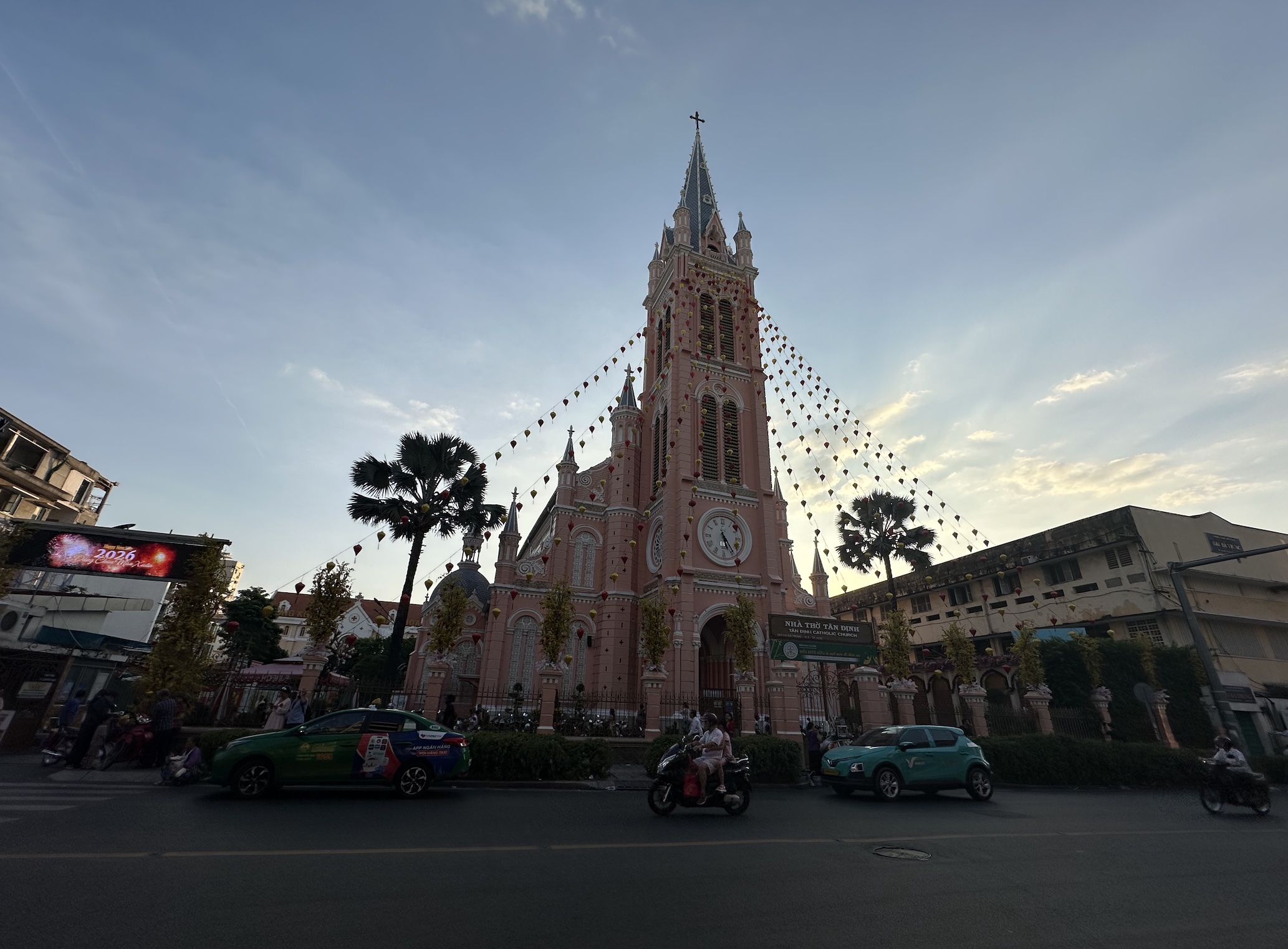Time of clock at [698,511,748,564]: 5:24
